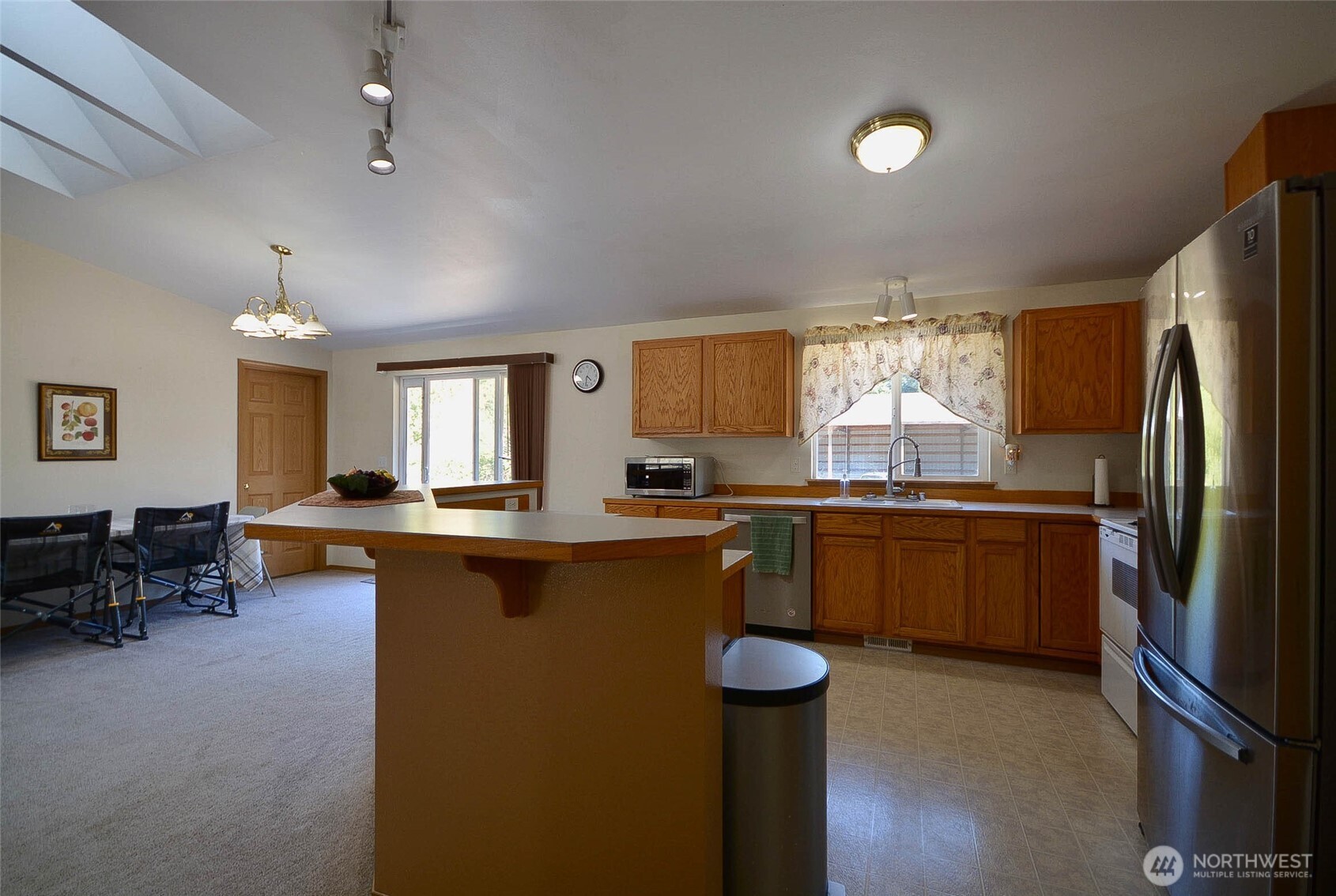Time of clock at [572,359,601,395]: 4:31
